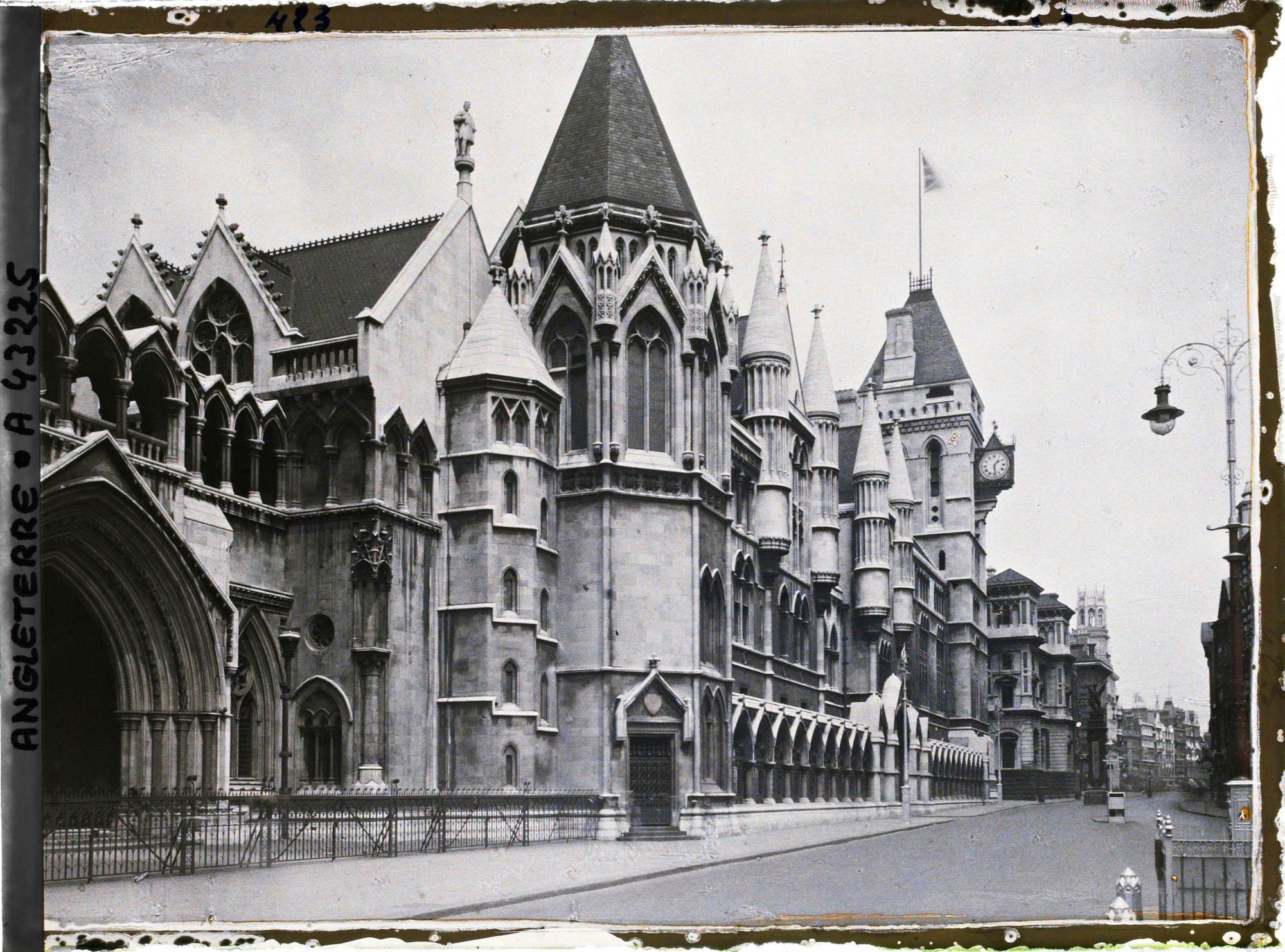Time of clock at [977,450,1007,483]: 1:28
